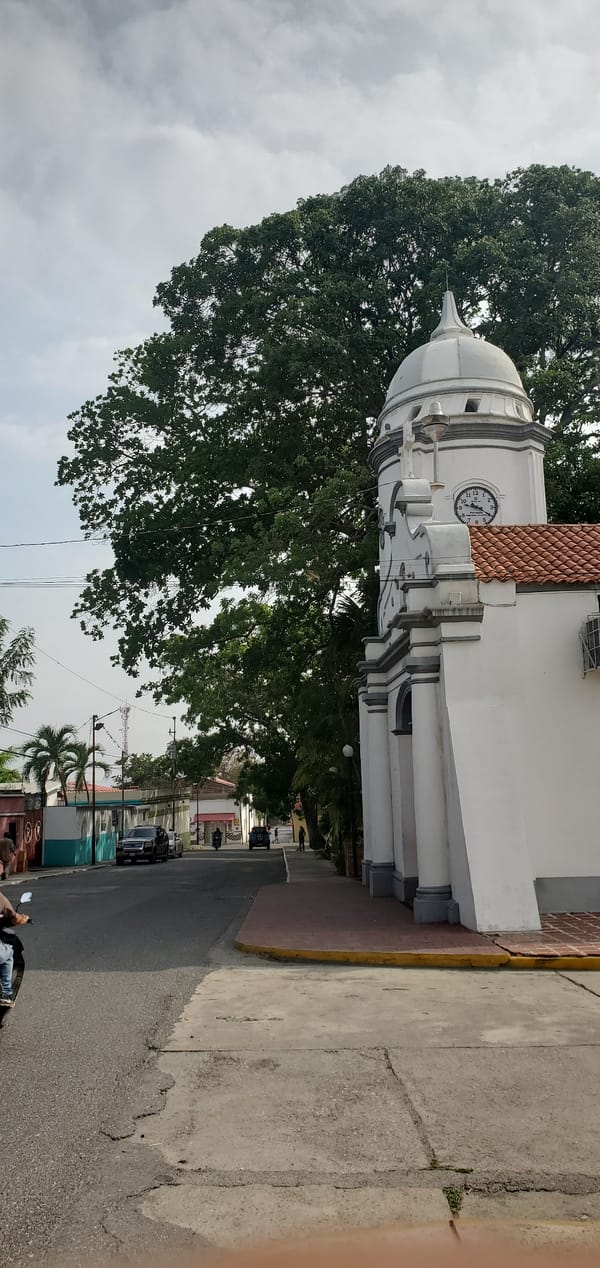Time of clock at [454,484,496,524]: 9:20
